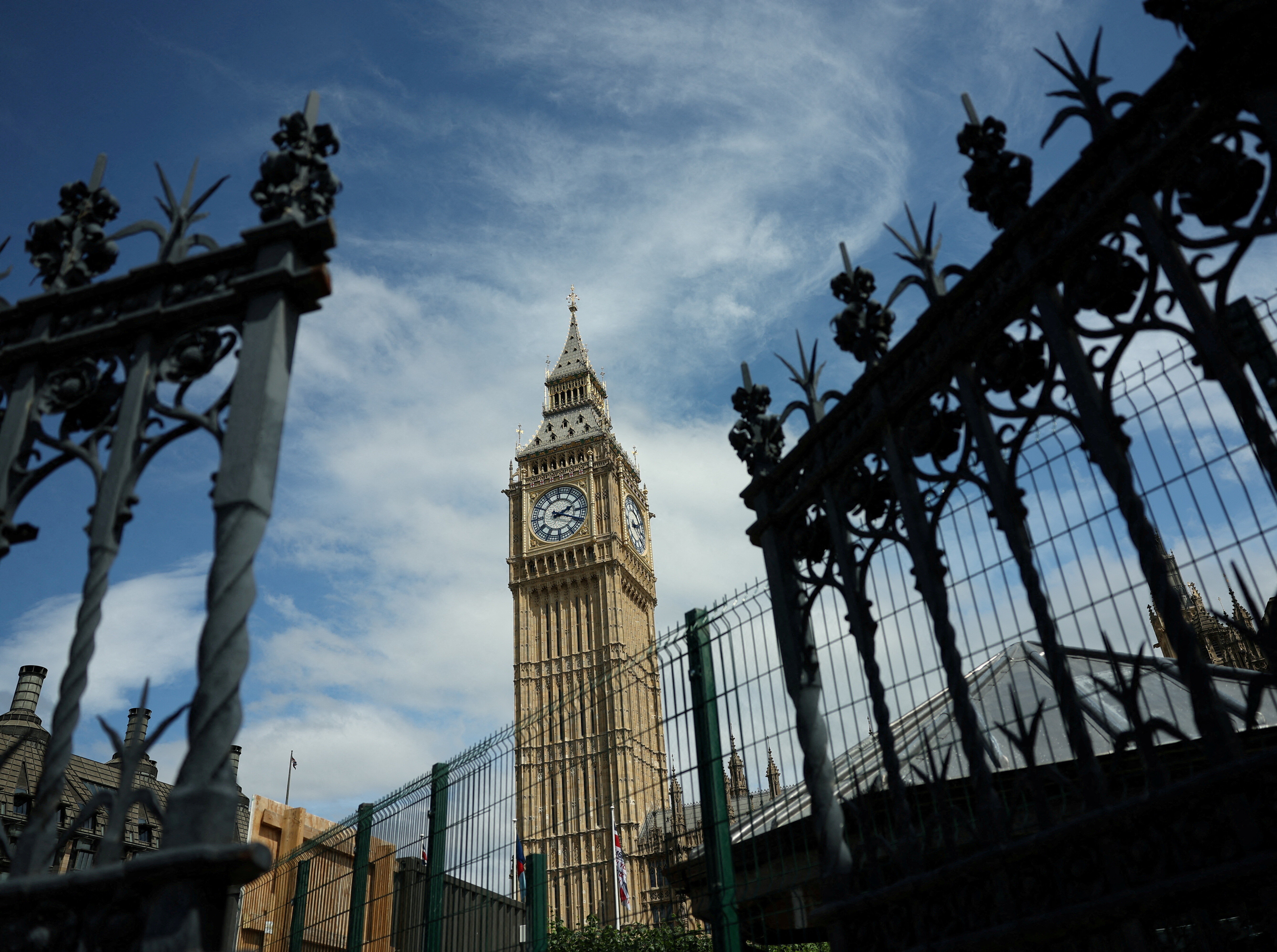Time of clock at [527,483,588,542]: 2:18
